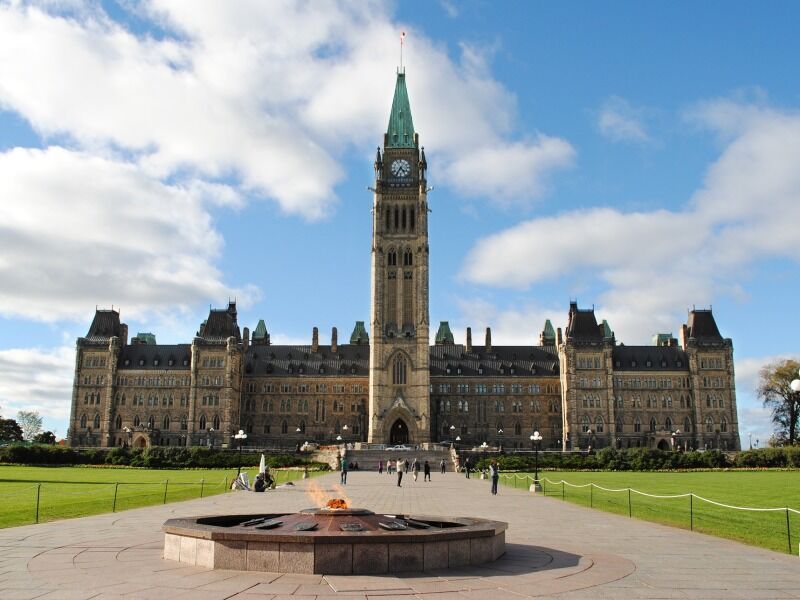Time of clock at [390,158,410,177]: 4:35
